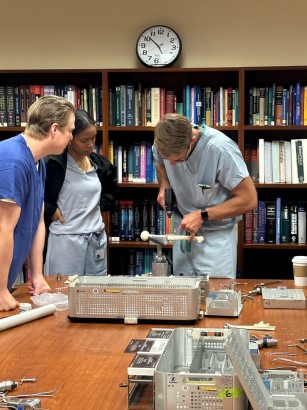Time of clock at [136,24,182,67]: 4:51
